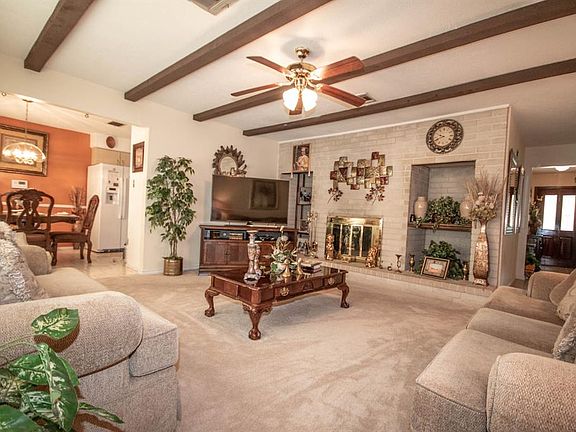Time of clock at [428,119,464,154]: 9:41
